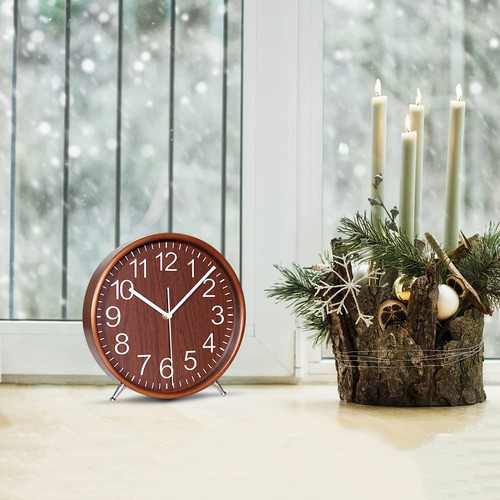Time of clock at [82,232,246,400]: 10:07
